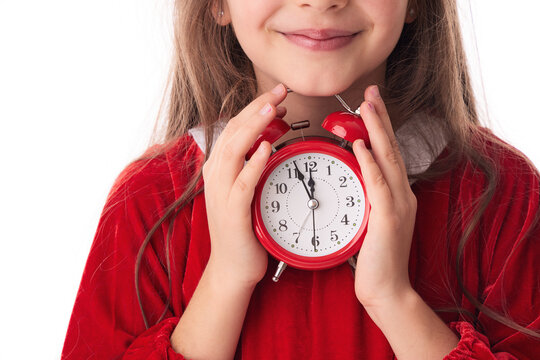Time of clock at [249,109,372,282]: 11:56
